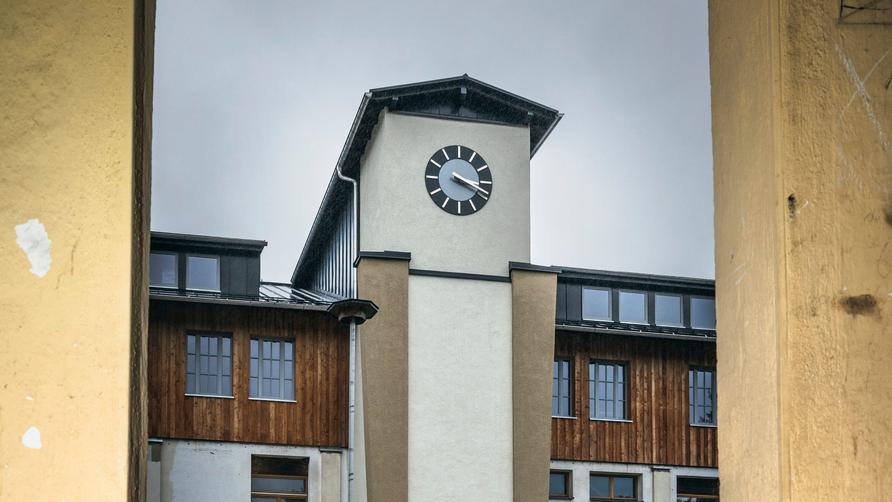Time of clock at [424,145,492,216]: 3:18
